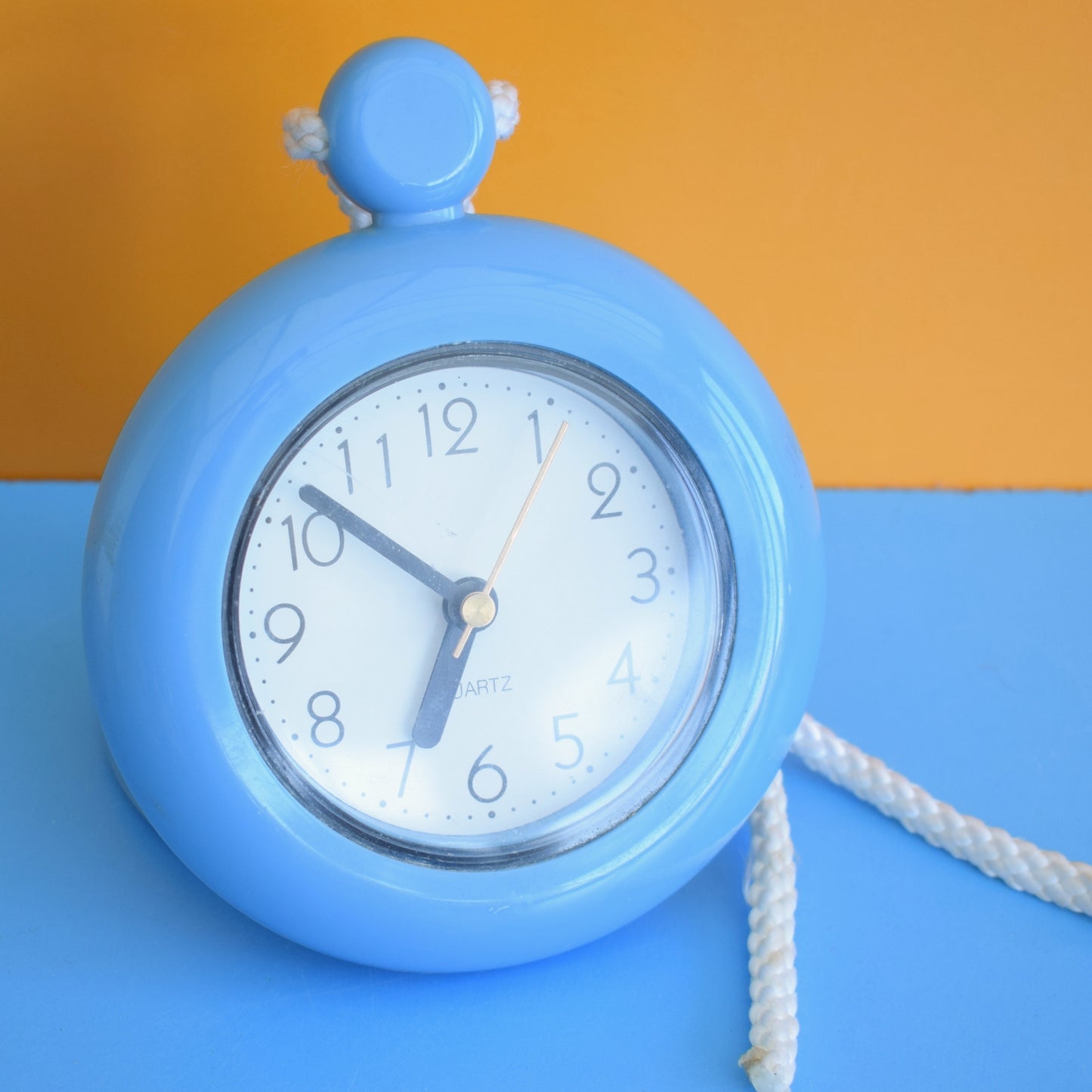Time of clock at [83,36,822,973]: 6:51
